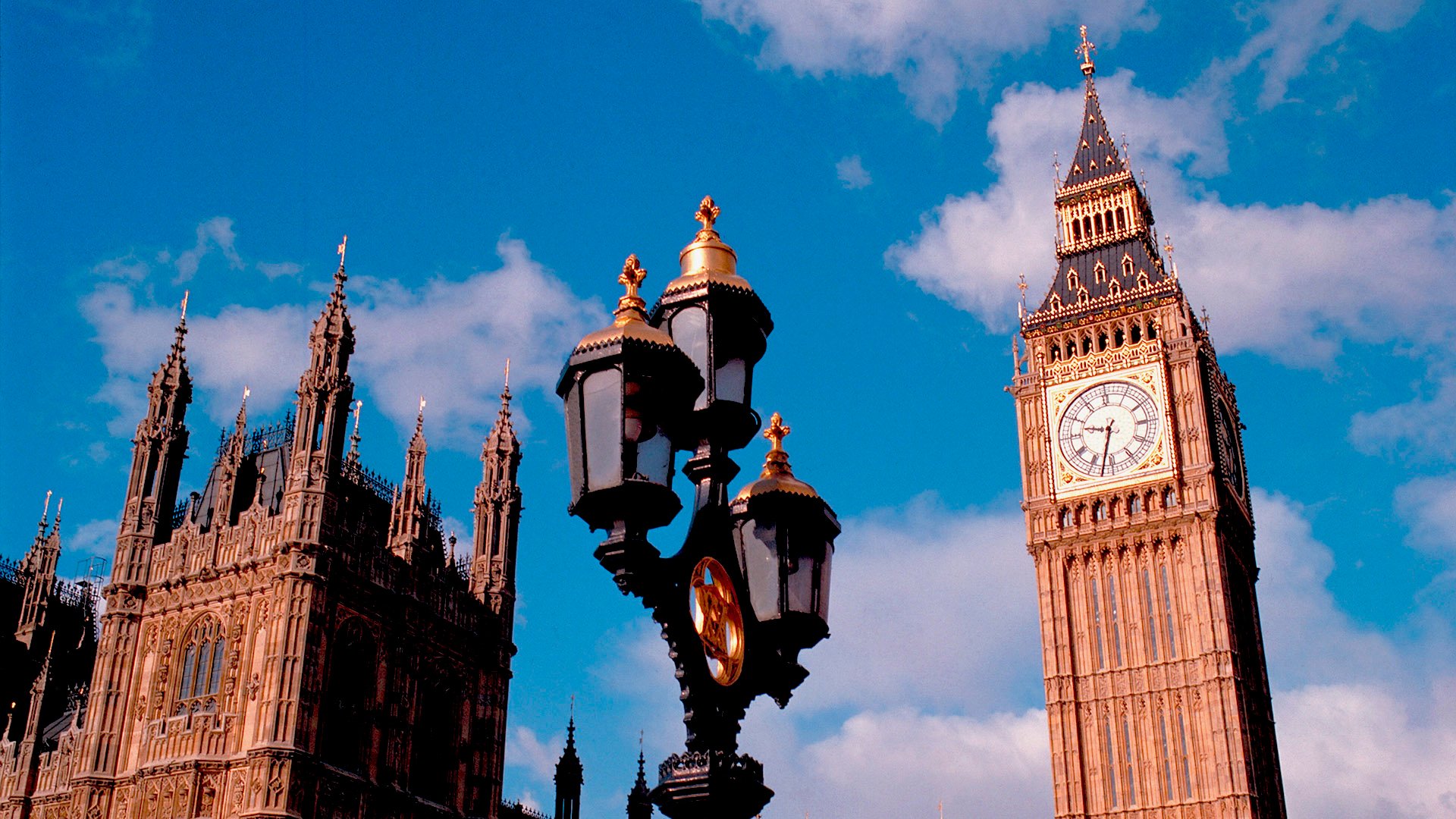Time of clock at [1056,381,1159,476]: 9:32
